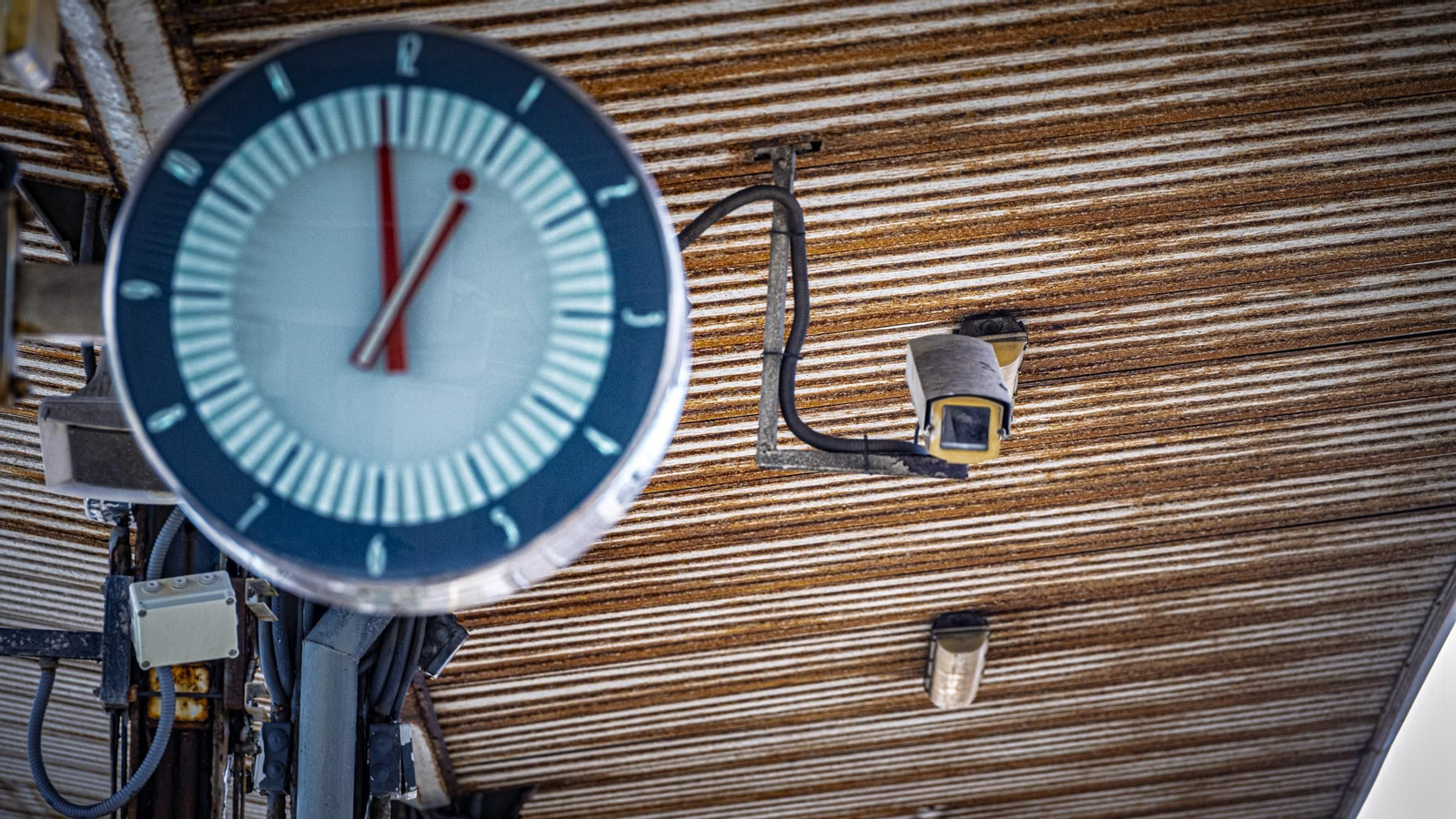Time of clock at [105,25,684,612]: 12:59
